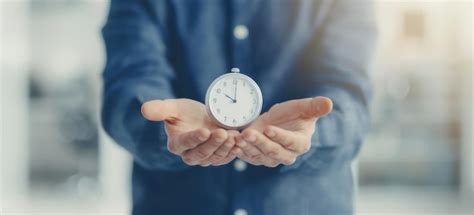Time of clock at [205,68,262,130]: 10:00
